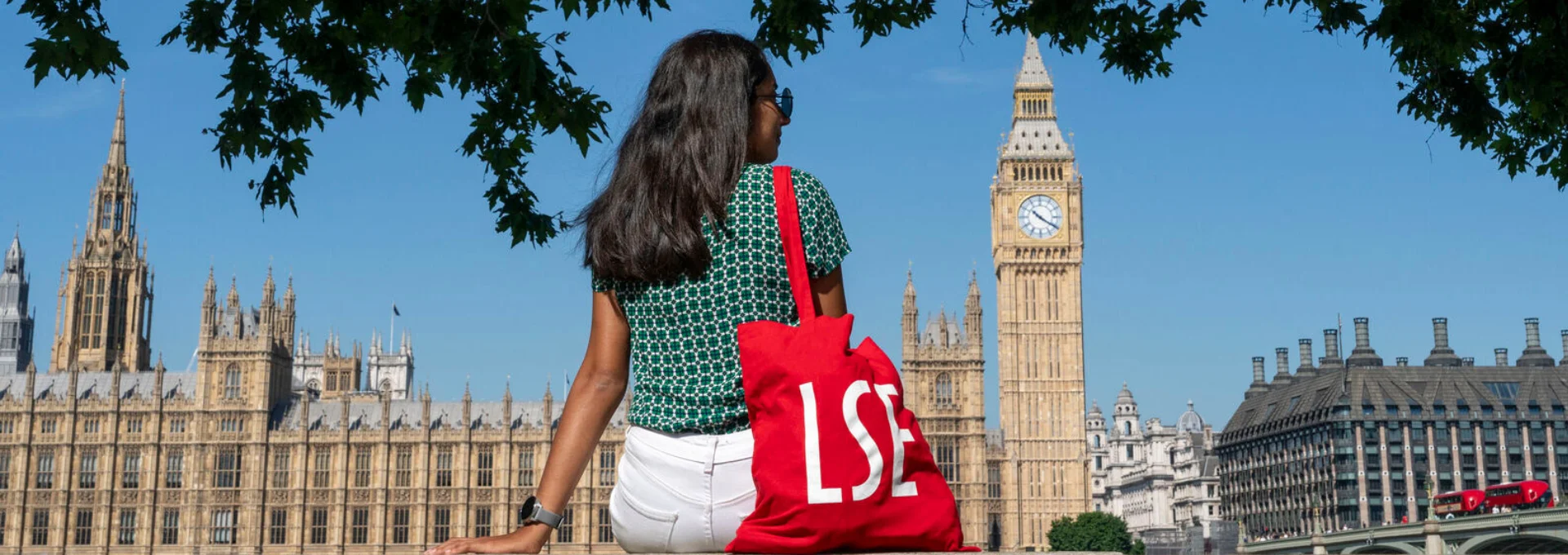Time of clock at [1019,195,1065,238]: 10:20
